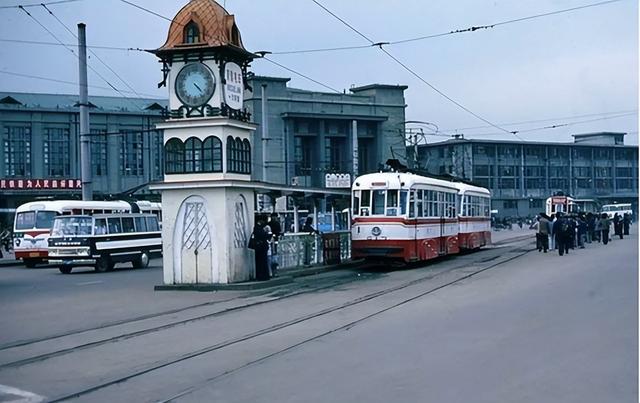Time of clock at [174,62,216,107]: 4:22
